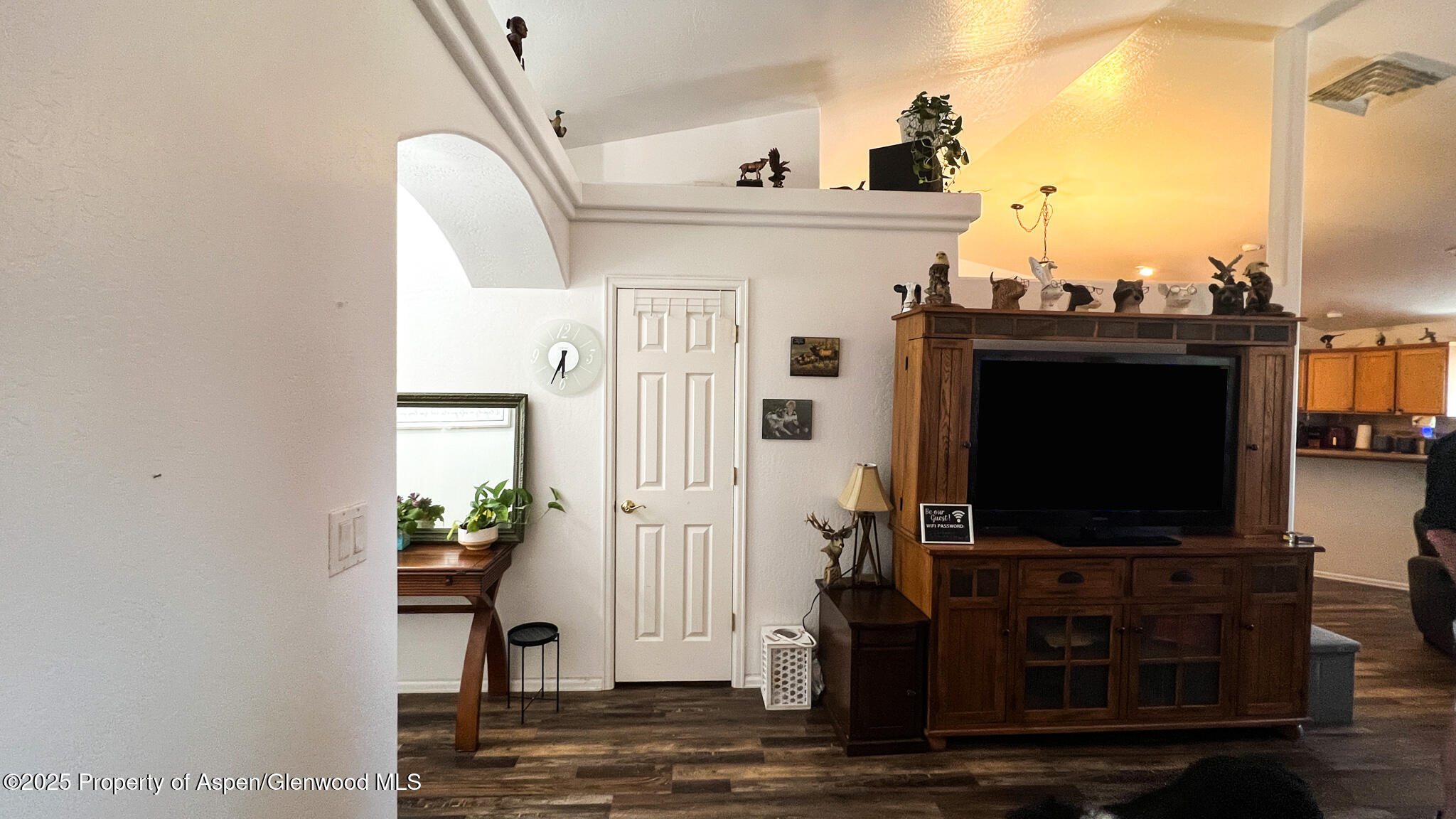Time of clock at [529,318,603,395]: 6:34
